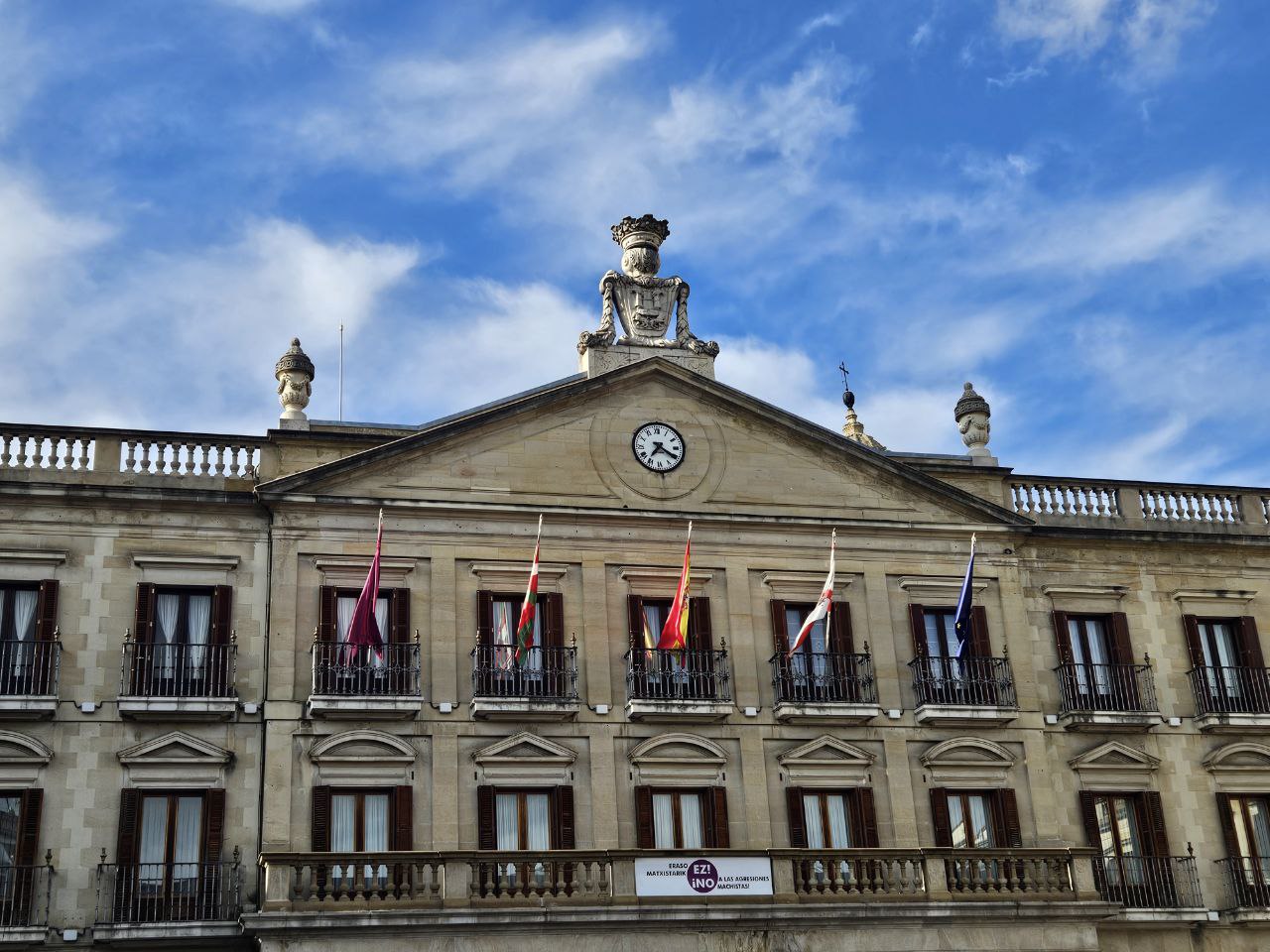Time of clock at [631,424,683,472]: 7:20
